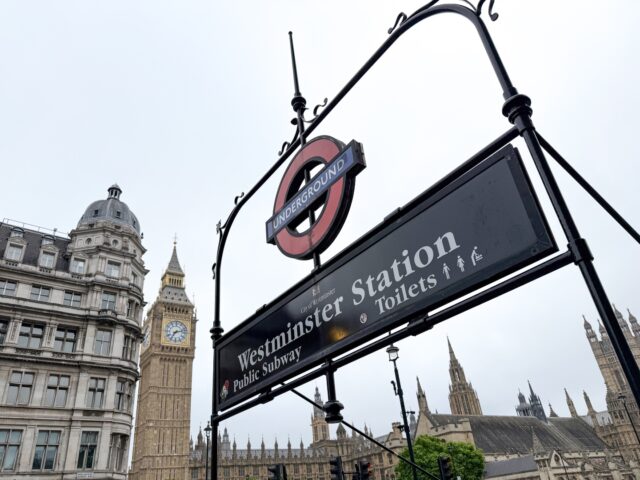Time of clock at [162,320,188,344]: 7:12
